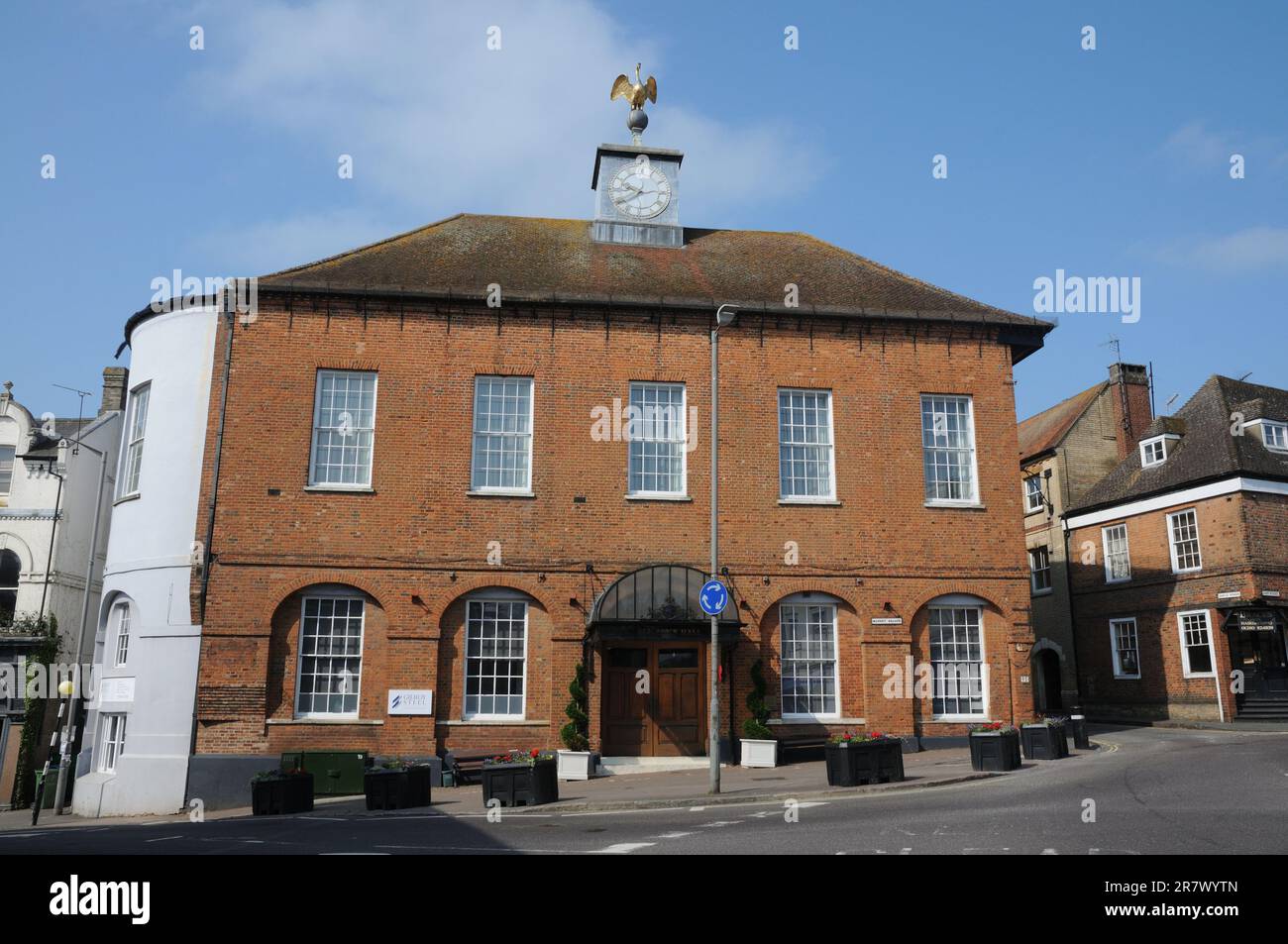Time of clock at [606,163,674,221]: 9:39
